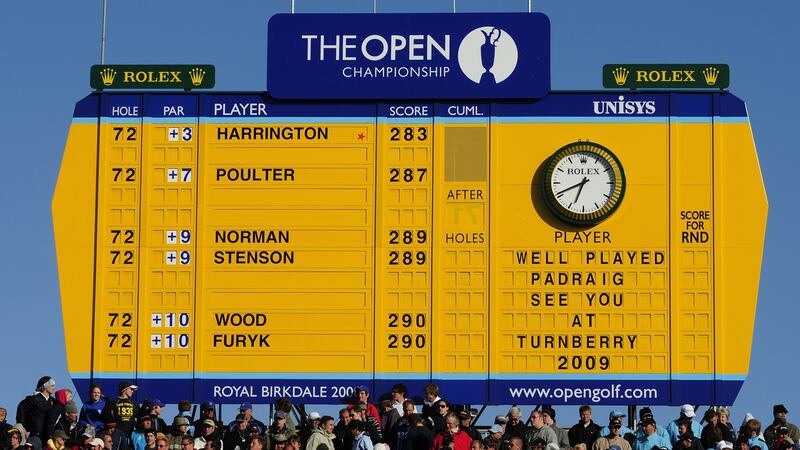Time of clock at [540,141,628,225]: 6:40
